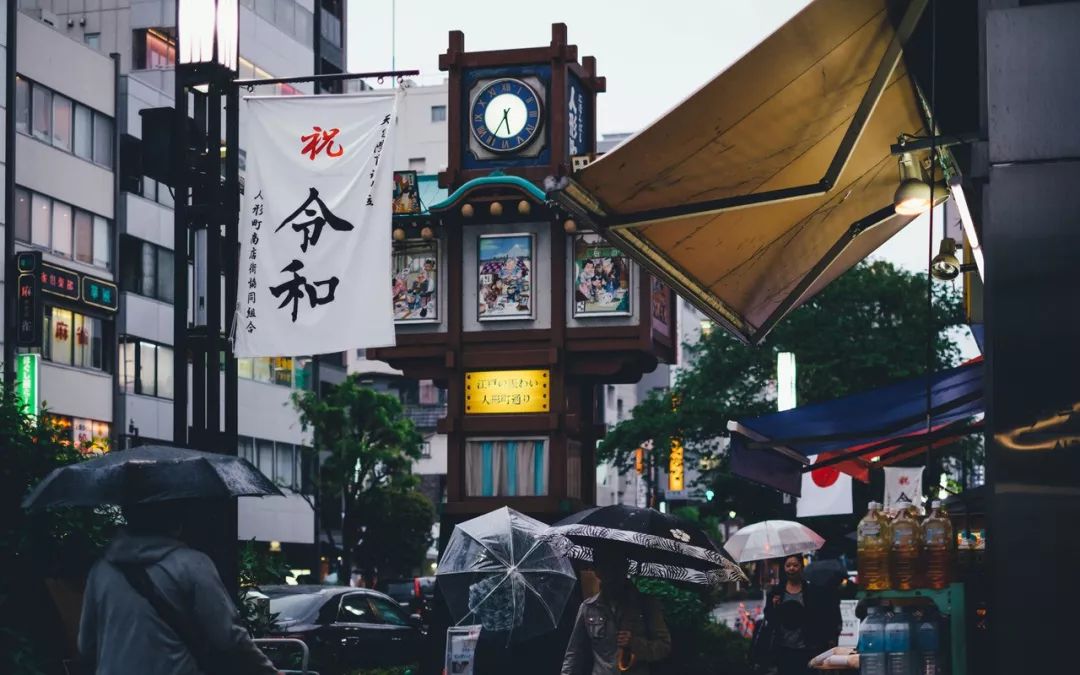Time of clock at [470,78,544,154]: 5:35
